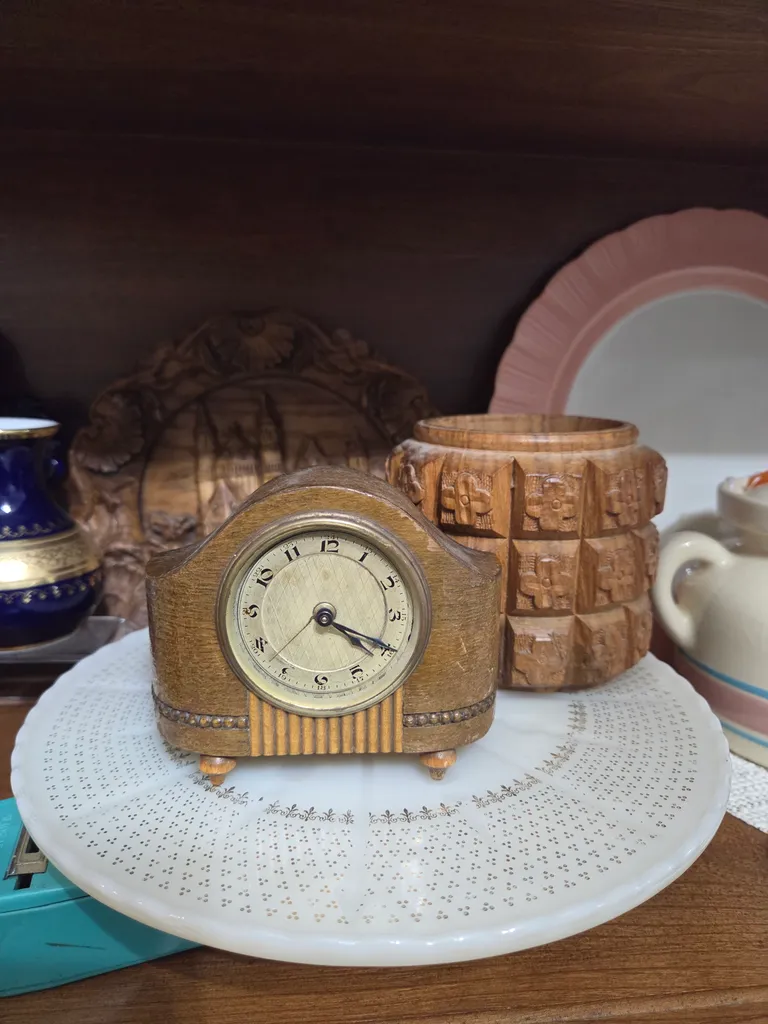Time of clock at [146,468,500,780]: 4:19
